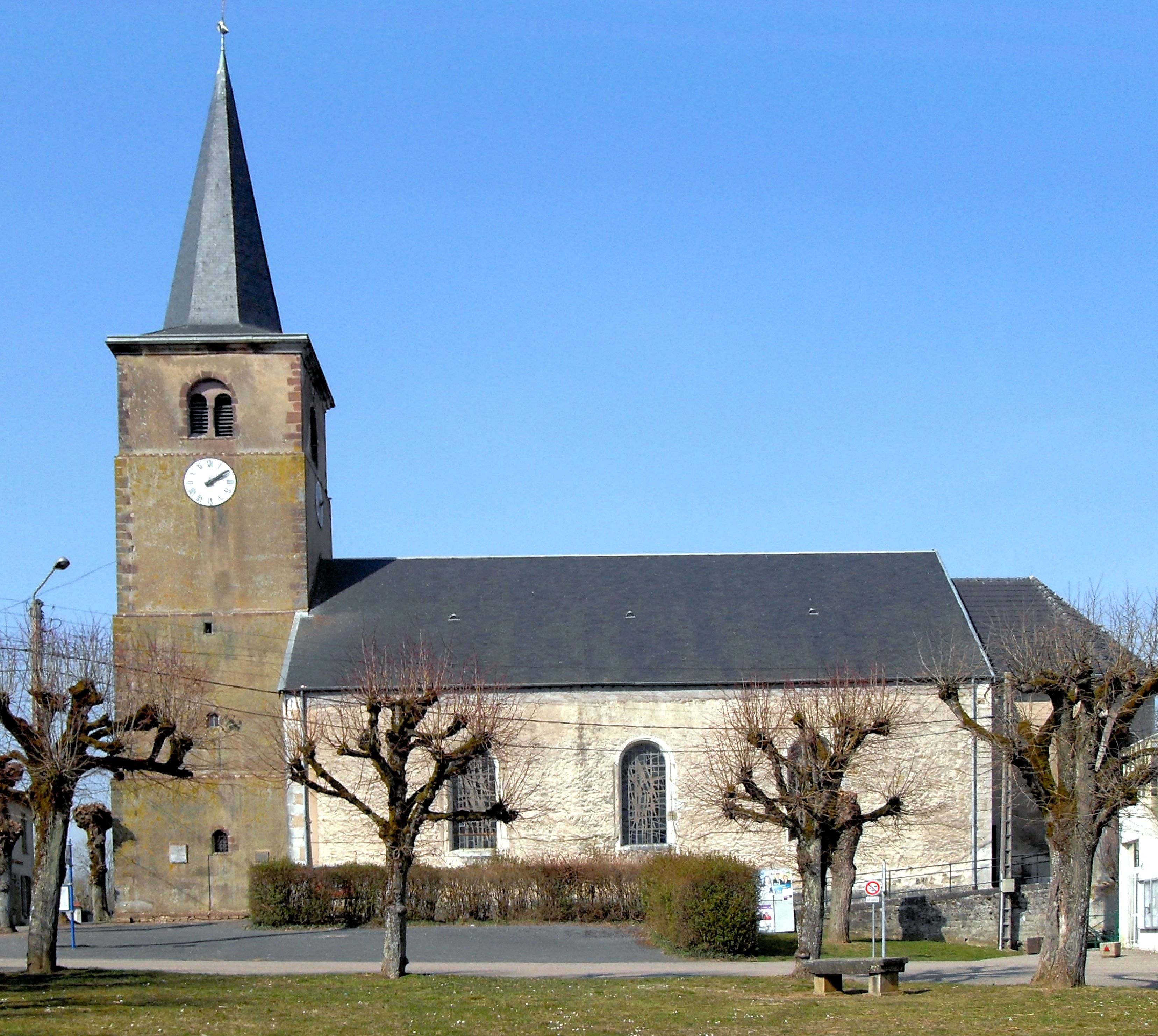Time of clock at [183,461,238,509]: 2:09
